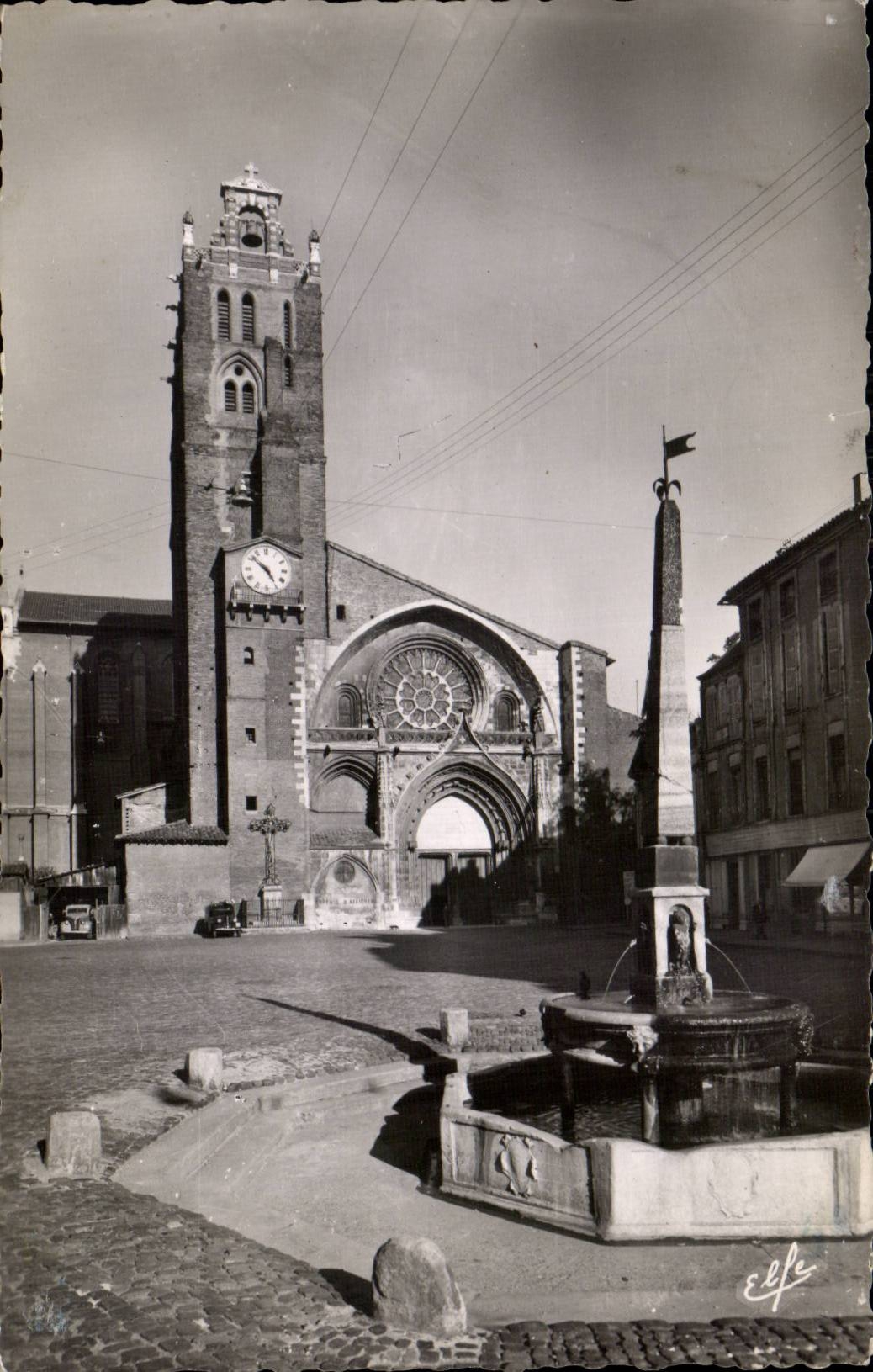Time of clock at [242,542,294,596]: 4:51
